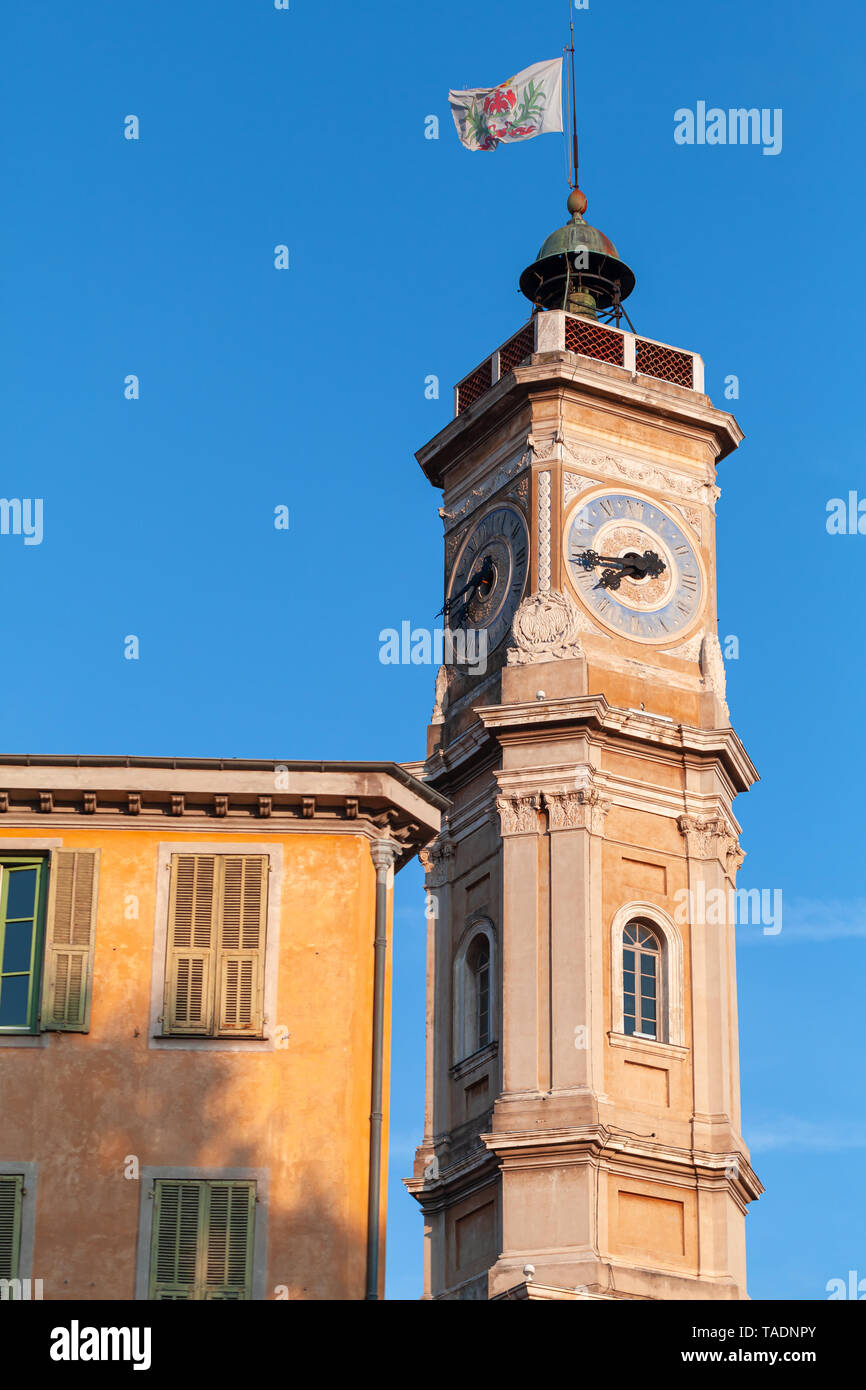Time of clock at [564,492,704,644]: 7:44
